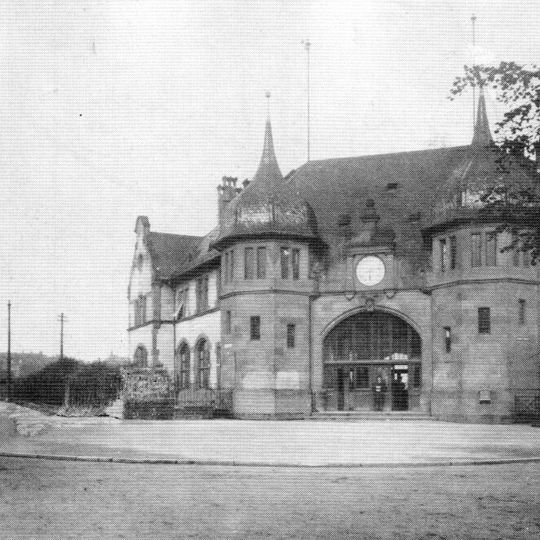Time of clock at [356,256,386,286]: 6:13
